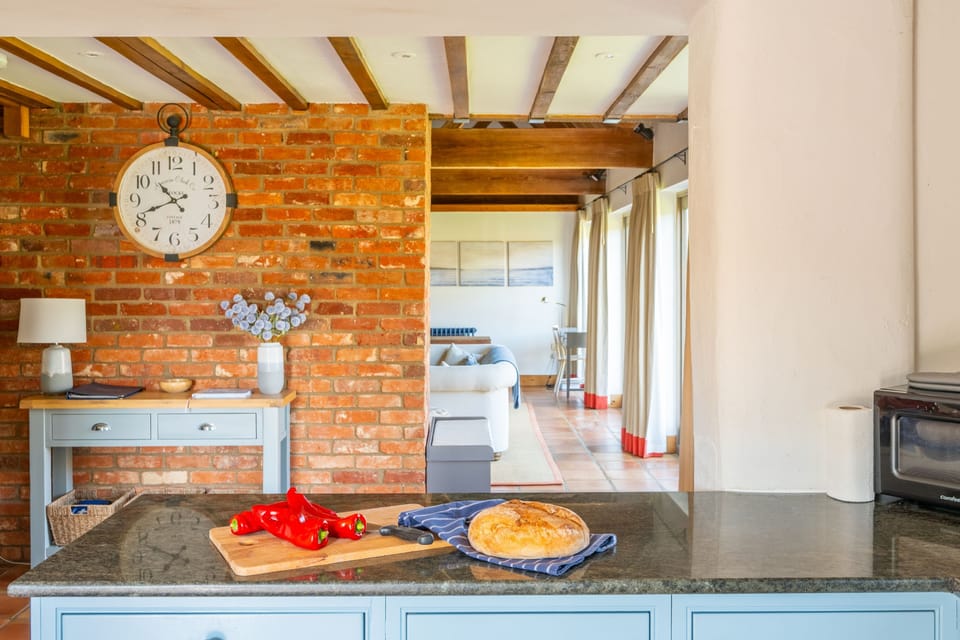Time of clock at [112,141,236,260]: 10:41
